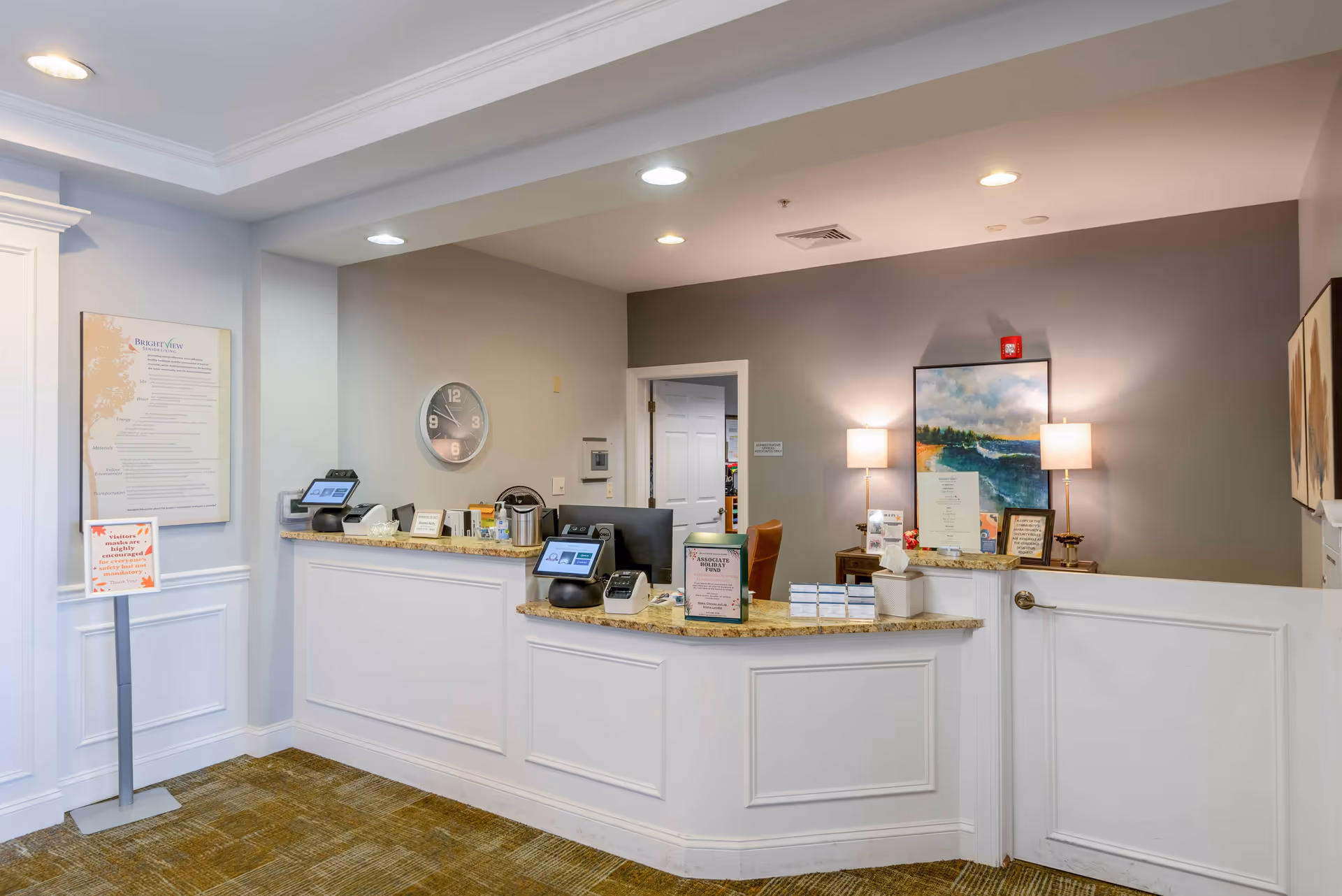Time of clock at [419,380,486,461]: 10:48
